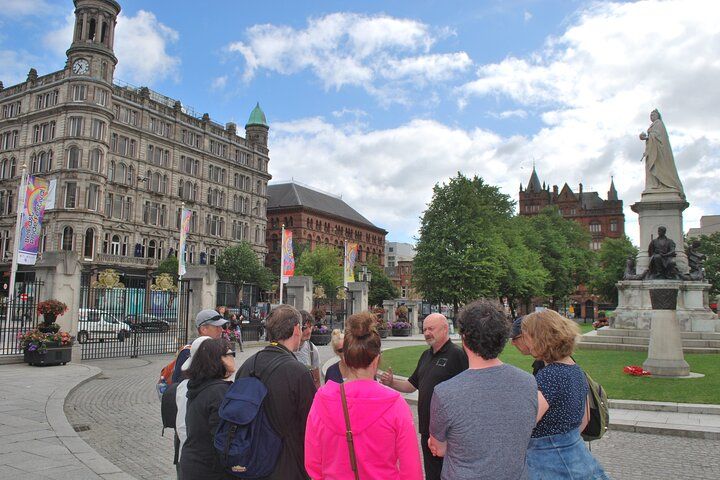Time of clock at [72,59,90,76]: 10:35
